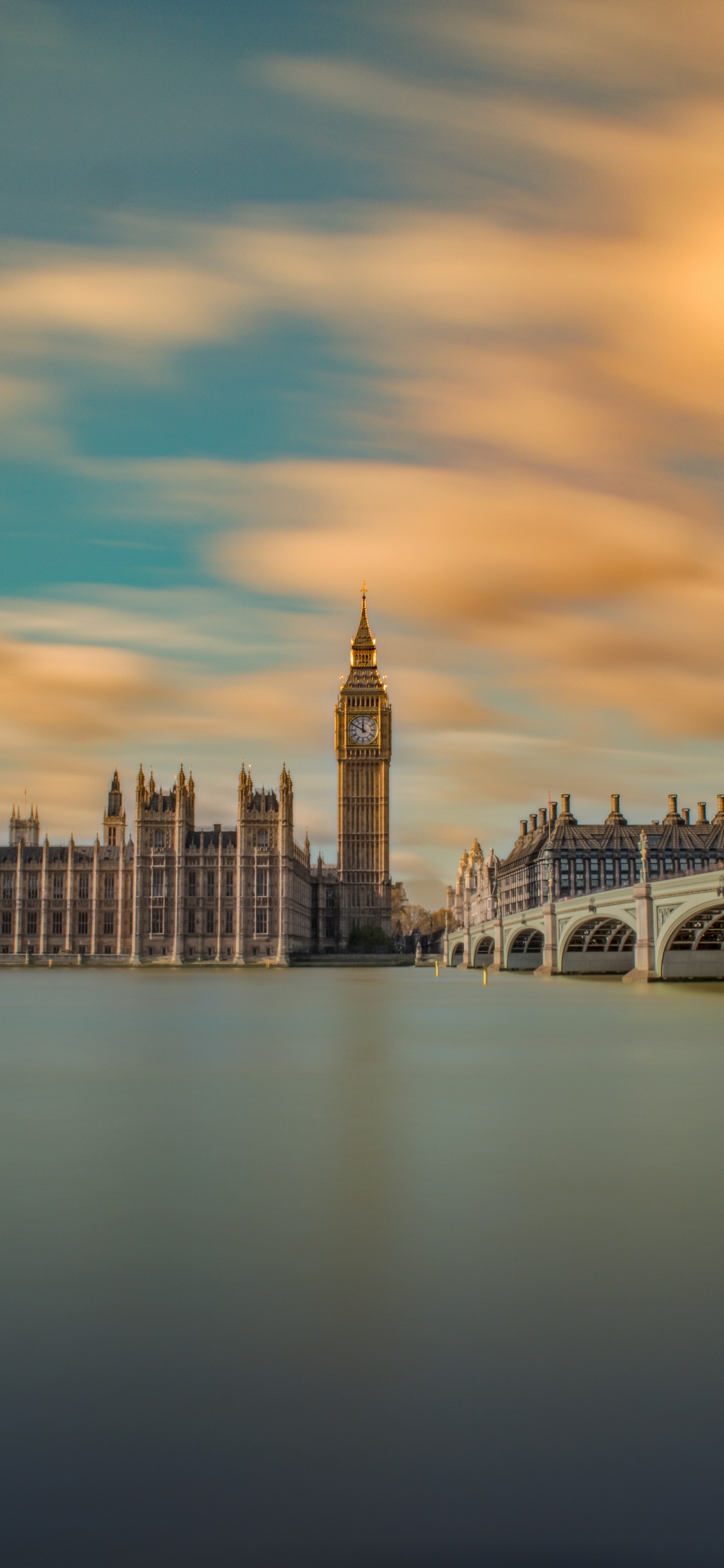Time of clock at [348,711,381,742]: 11:49
